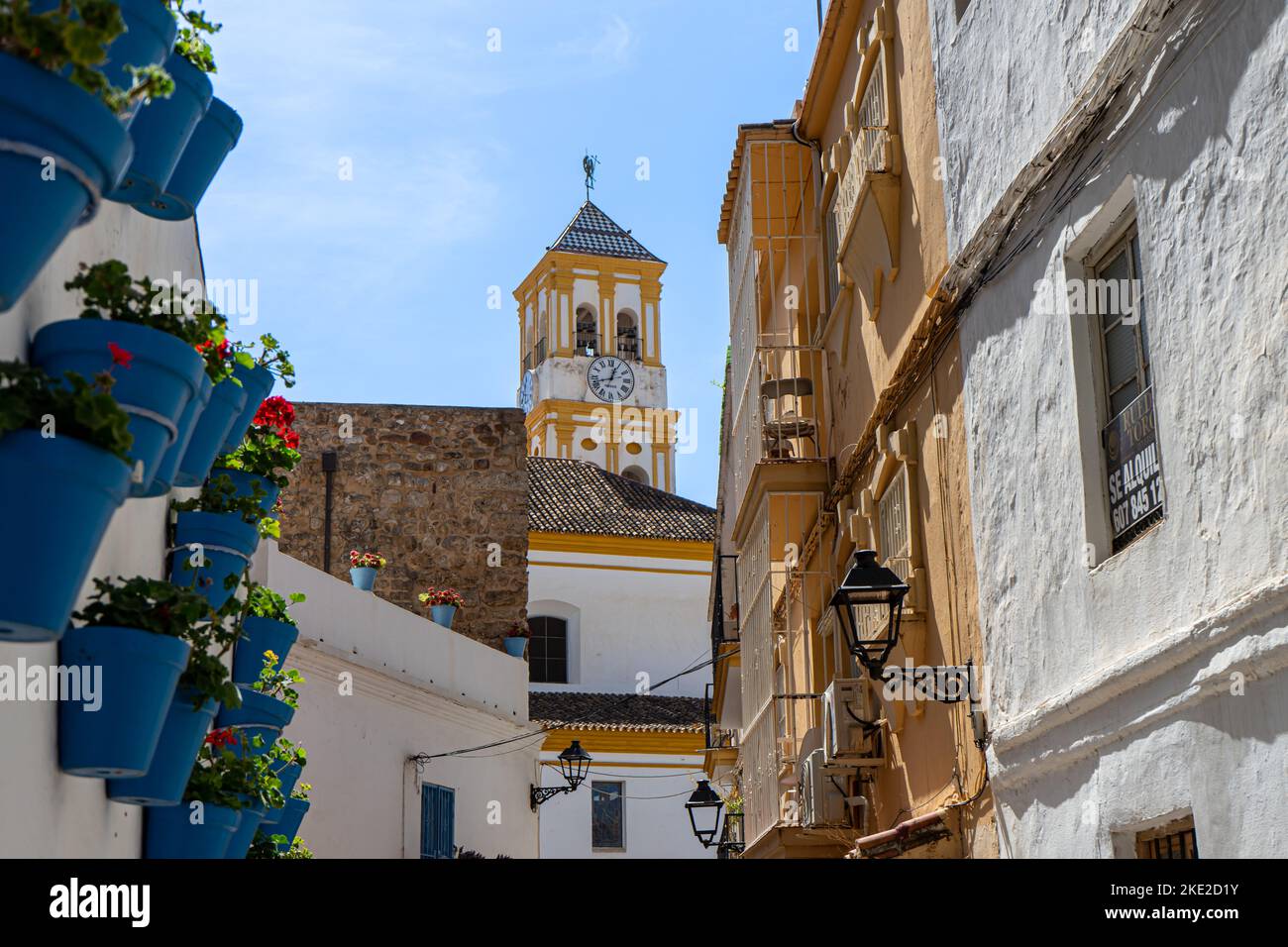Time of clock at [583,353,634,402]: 12:42
